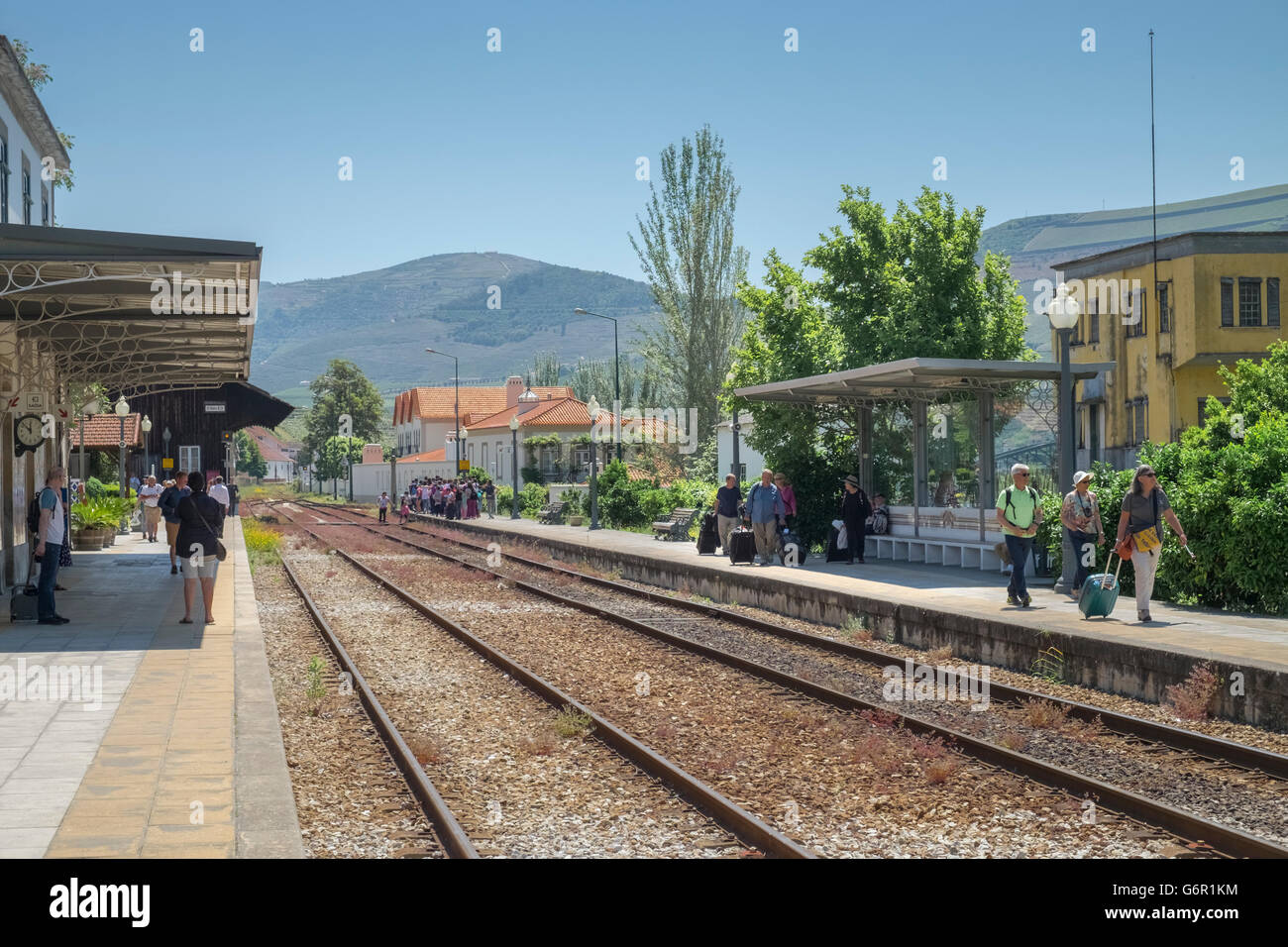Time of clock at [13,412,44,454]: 11:52
